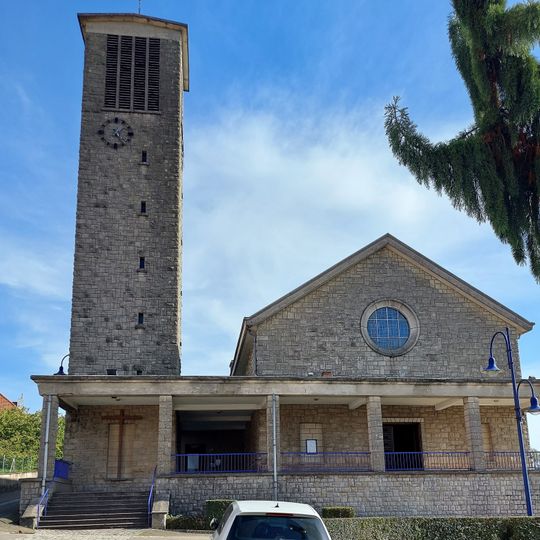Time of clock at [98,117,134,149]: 1:24
